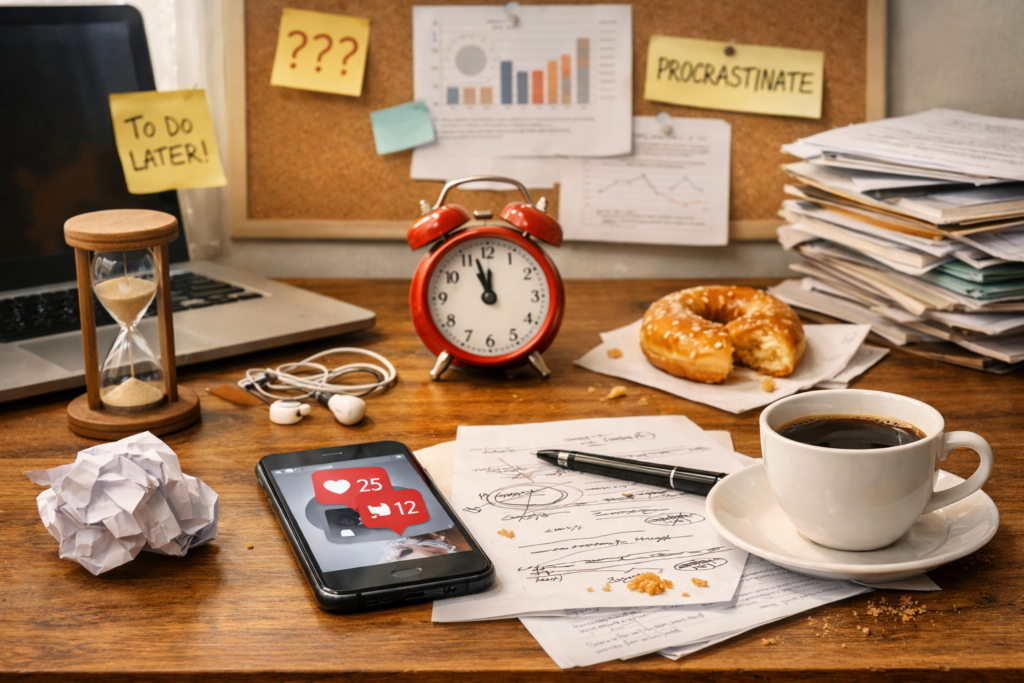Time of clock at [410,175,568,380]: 11:57
